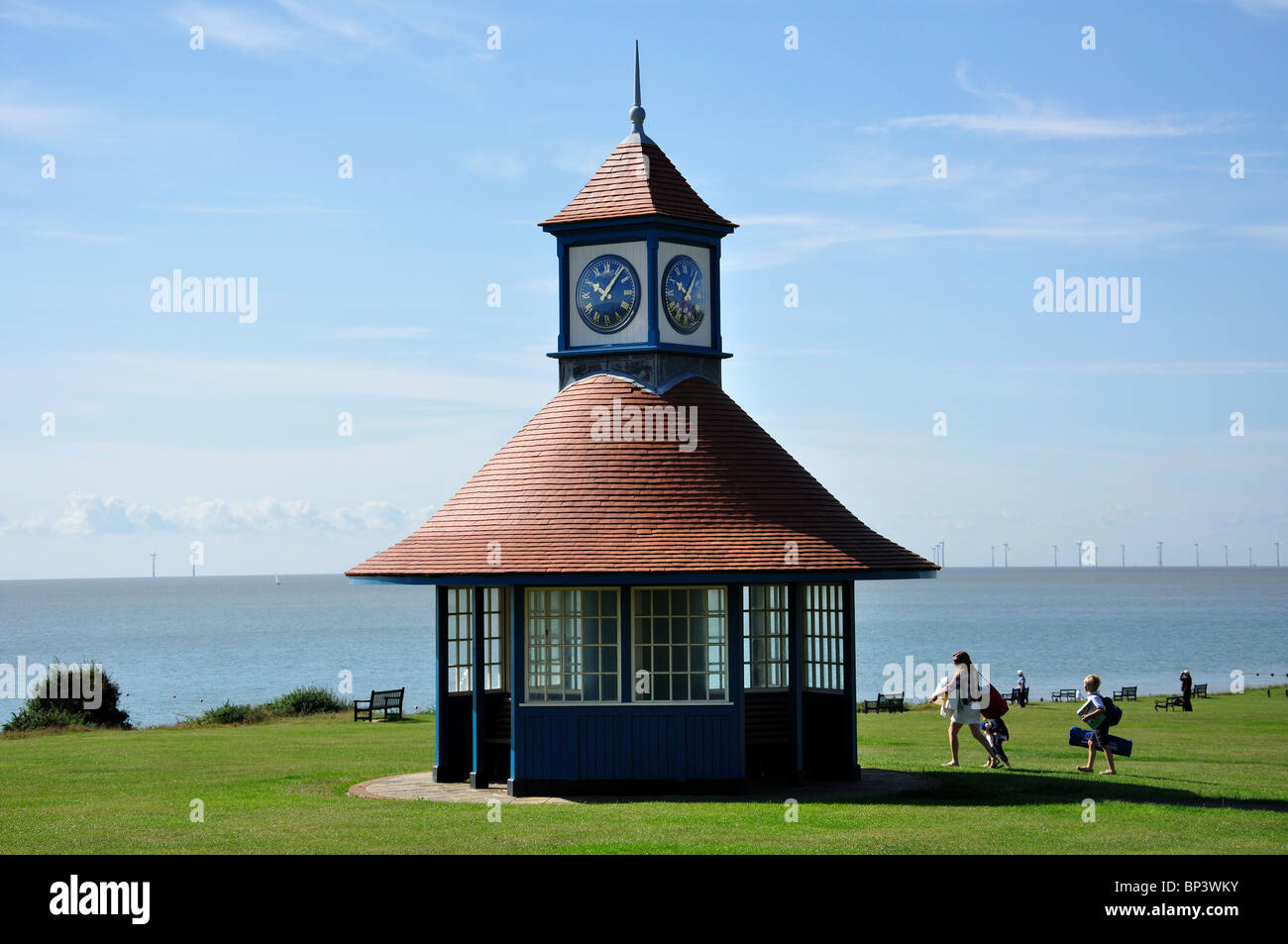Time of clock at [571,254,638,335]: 10:06
